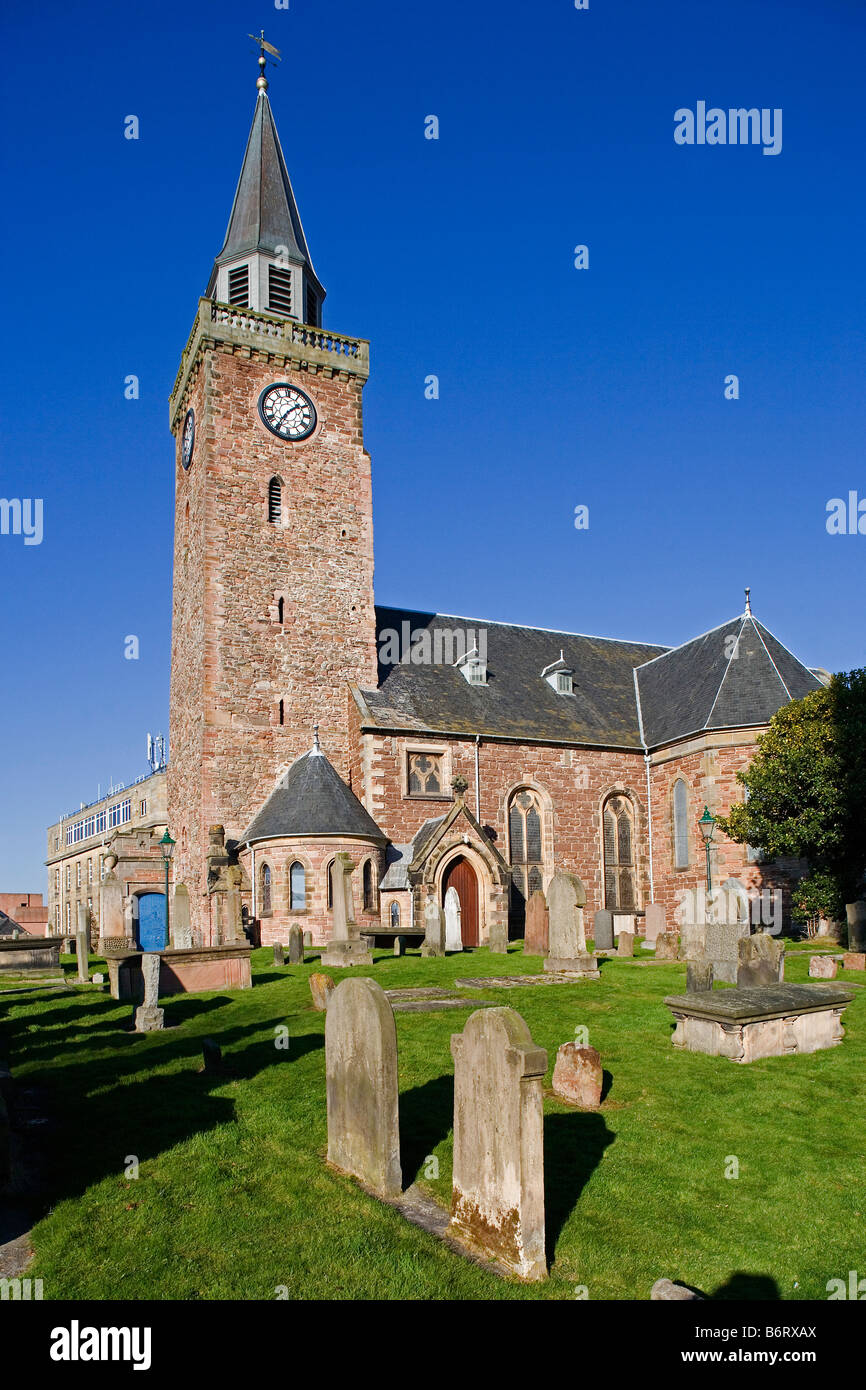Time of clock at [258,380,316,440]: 1:35
